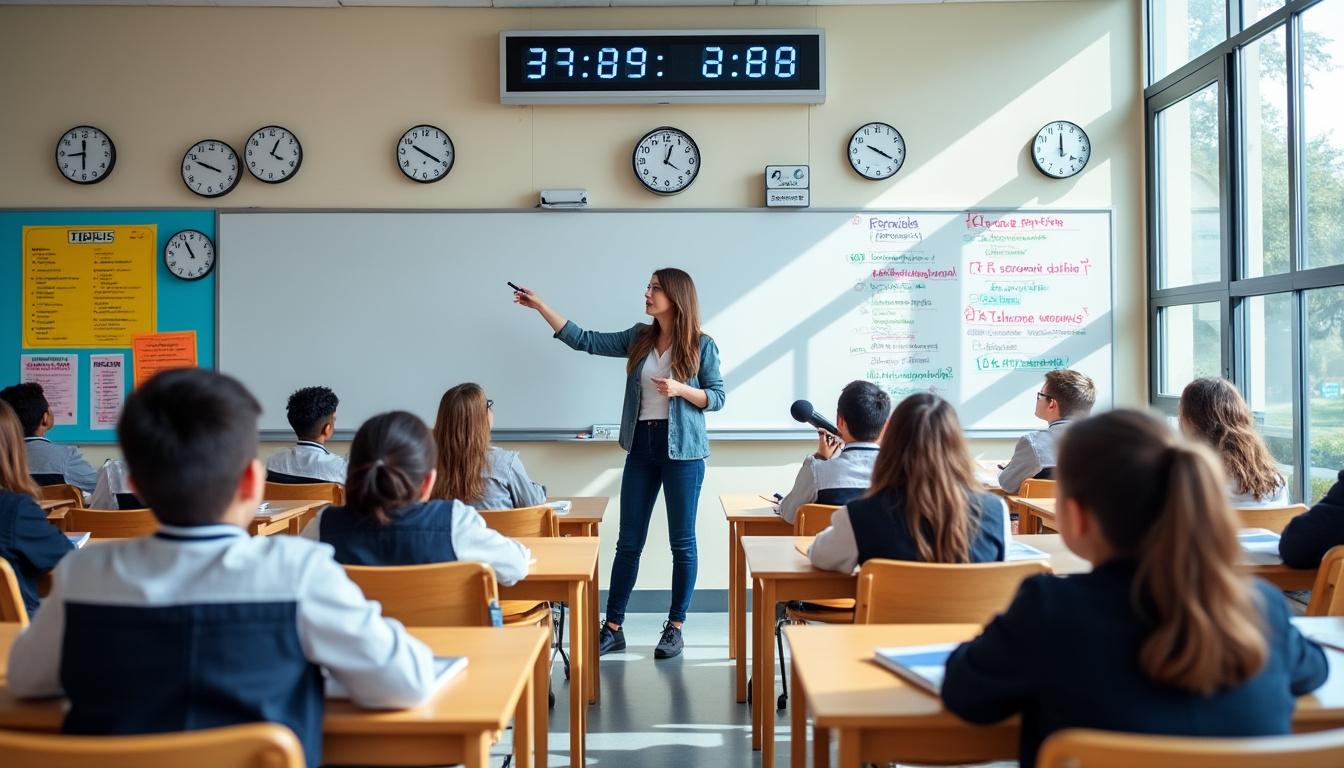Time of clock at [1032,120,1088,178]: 11:59
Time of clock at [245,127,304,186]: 4:04
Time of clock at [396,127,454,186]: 3:49
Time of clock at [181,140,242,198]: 3:48
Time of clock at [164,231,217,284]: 10:55
